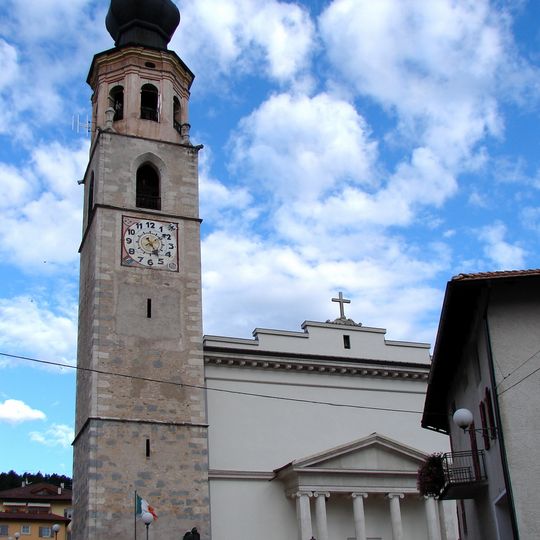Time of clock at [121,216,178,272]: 5:08
